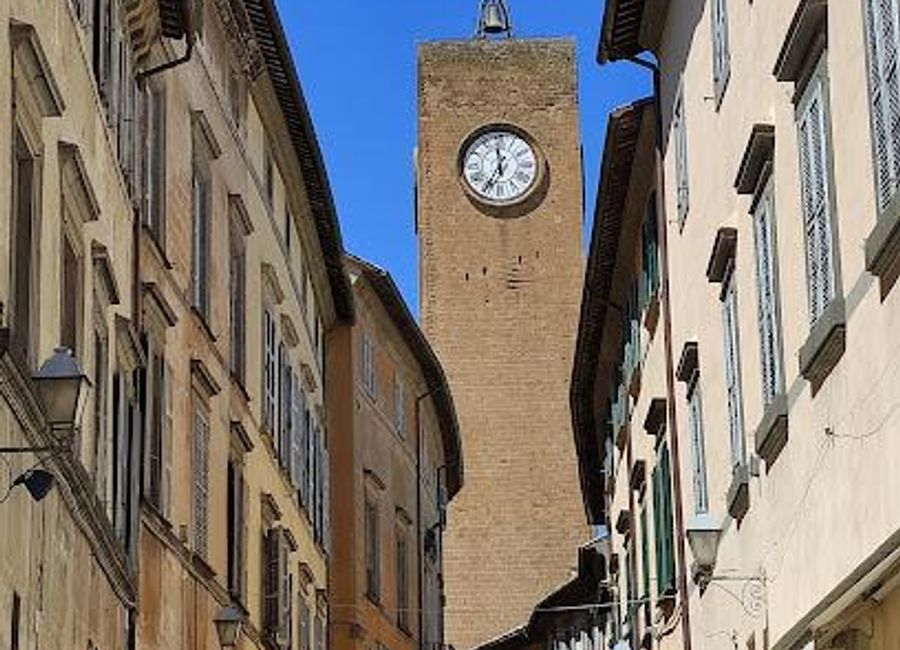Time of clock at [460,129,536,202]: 11:35
